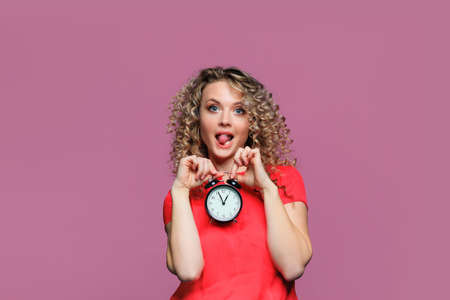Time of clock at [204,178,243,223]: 12:56
